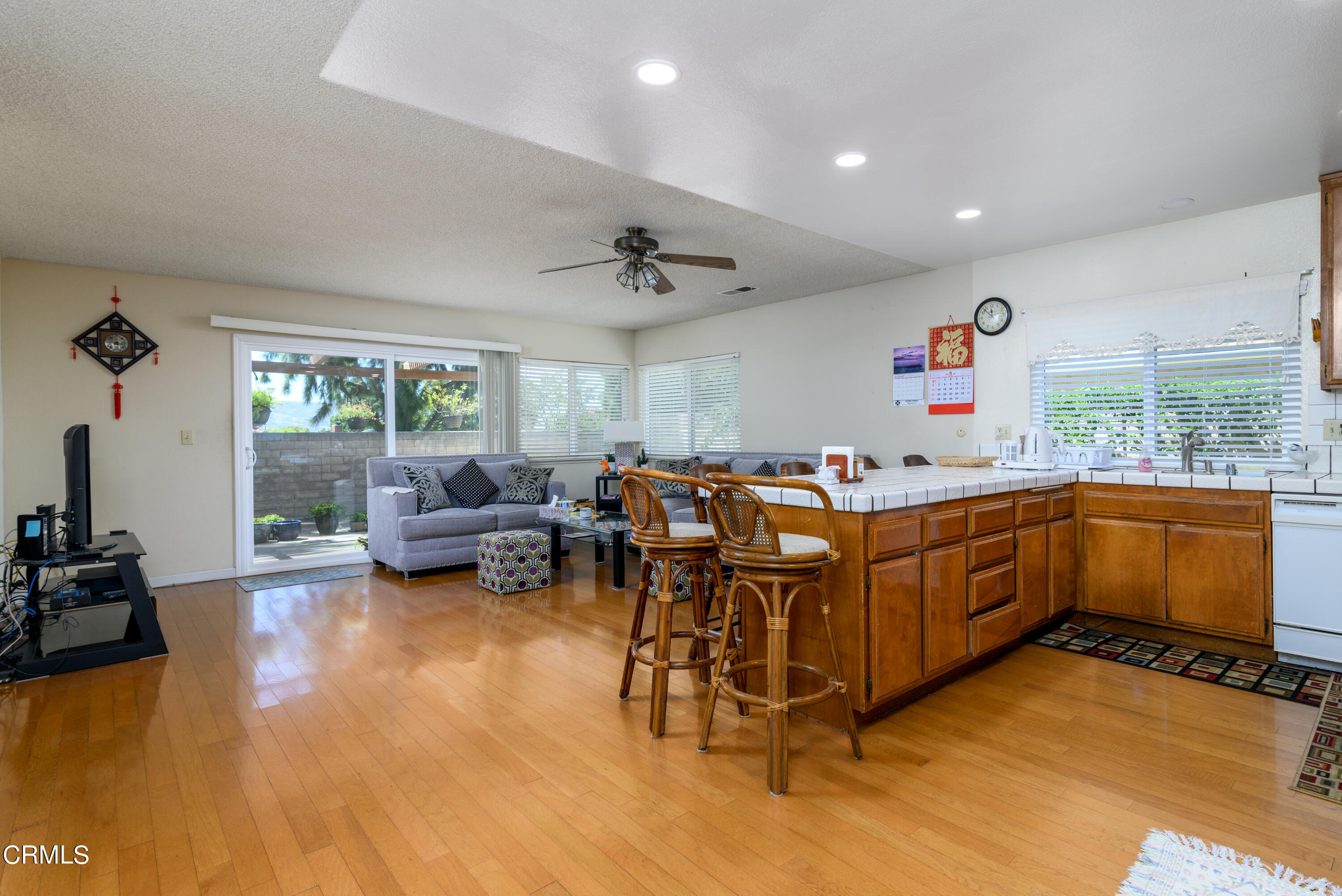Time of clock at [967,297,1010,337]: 11:52
